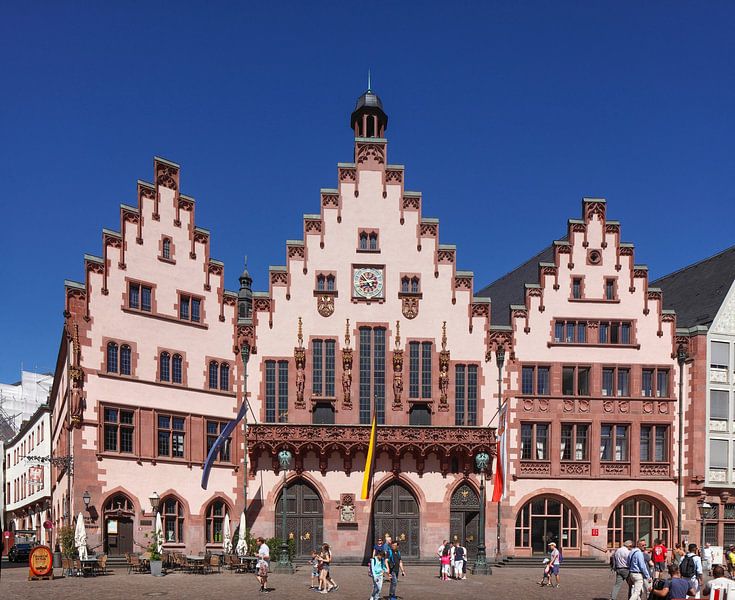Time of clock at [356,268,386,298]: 4:52
